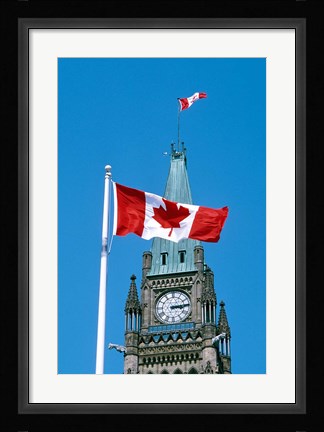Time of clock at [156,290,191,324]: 3:13
